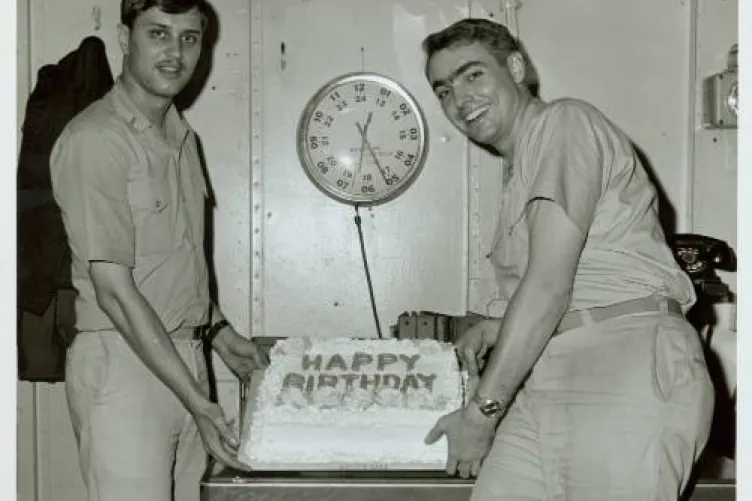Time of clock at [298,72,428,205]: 12:26
